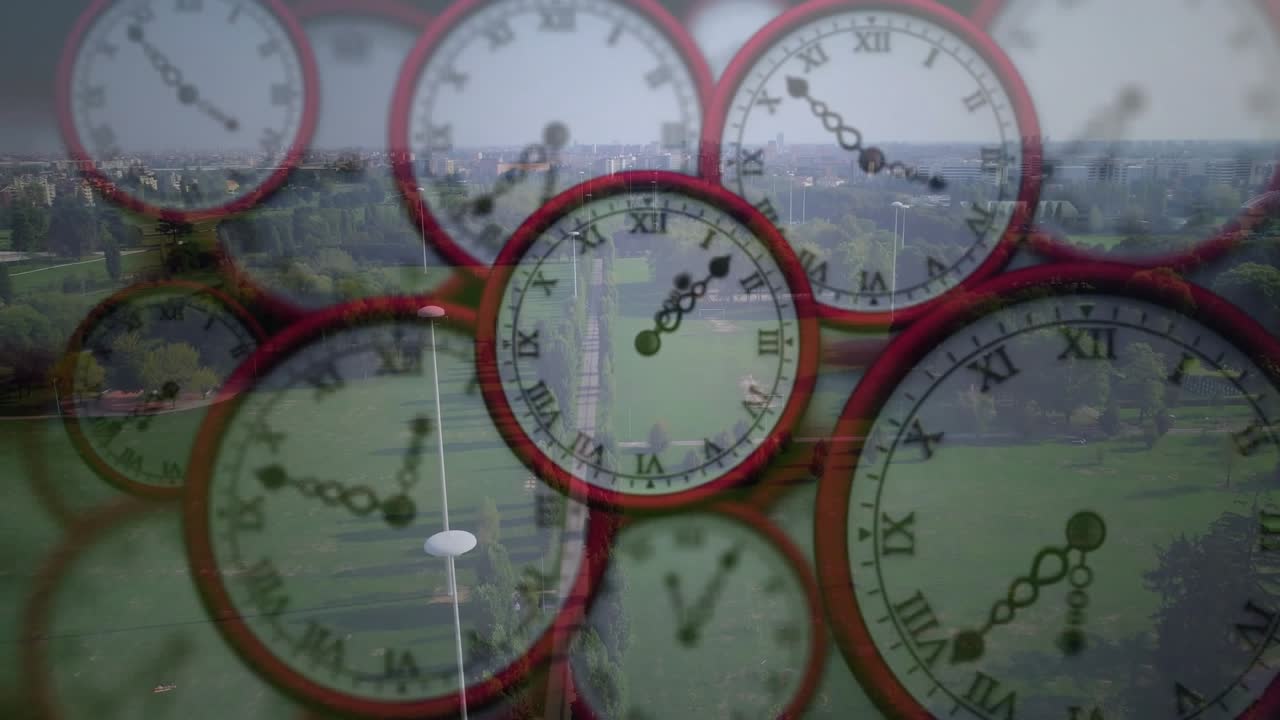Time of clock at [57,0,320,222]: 3:53
